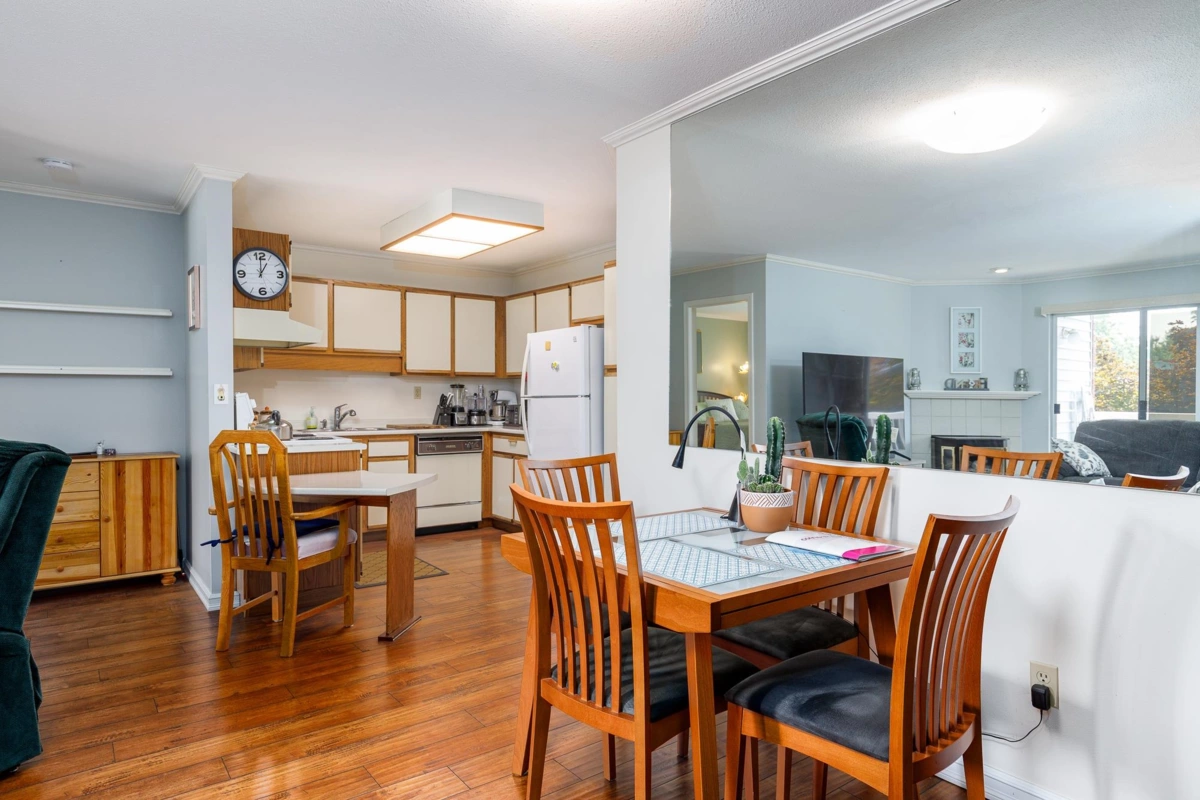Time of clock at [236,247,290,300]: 1:00
